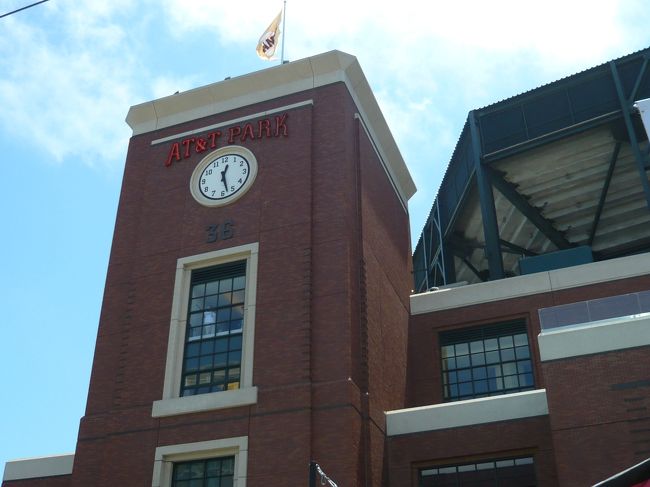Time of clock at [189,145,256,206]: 12:27
